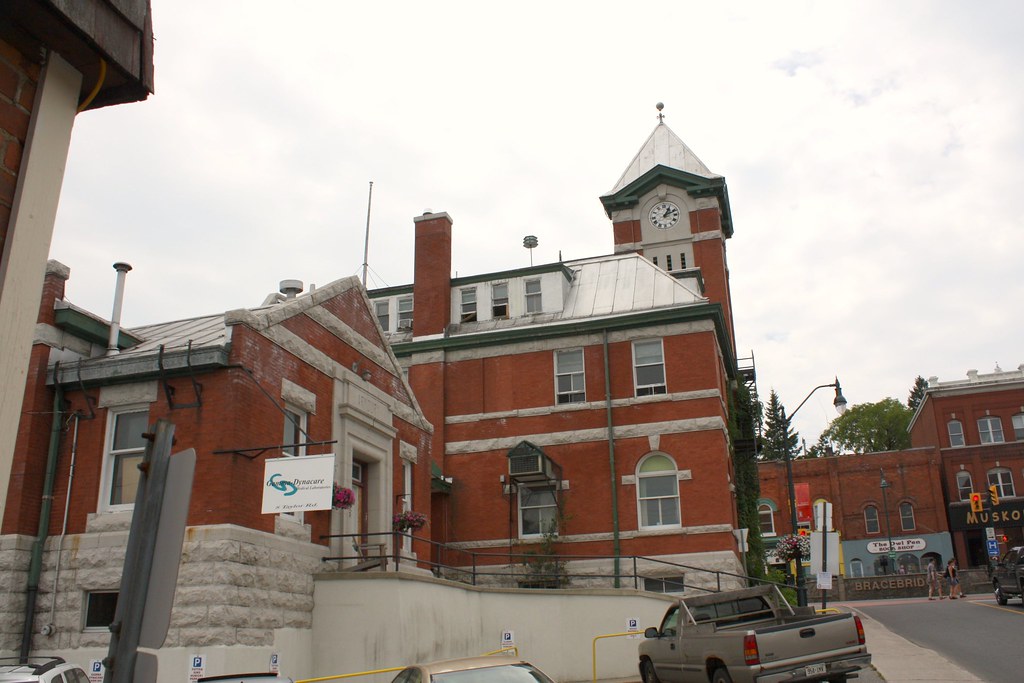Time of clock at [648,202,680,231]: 1:11
